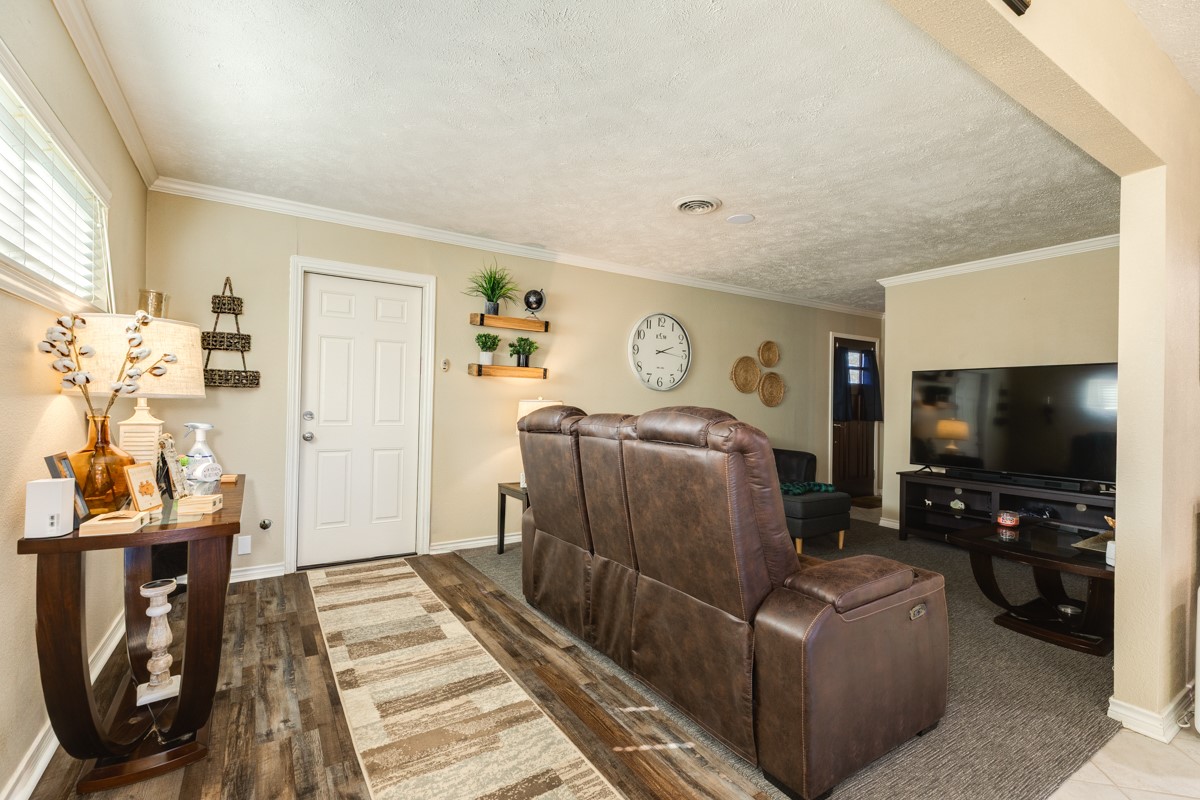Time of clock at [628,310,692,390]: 2:16
